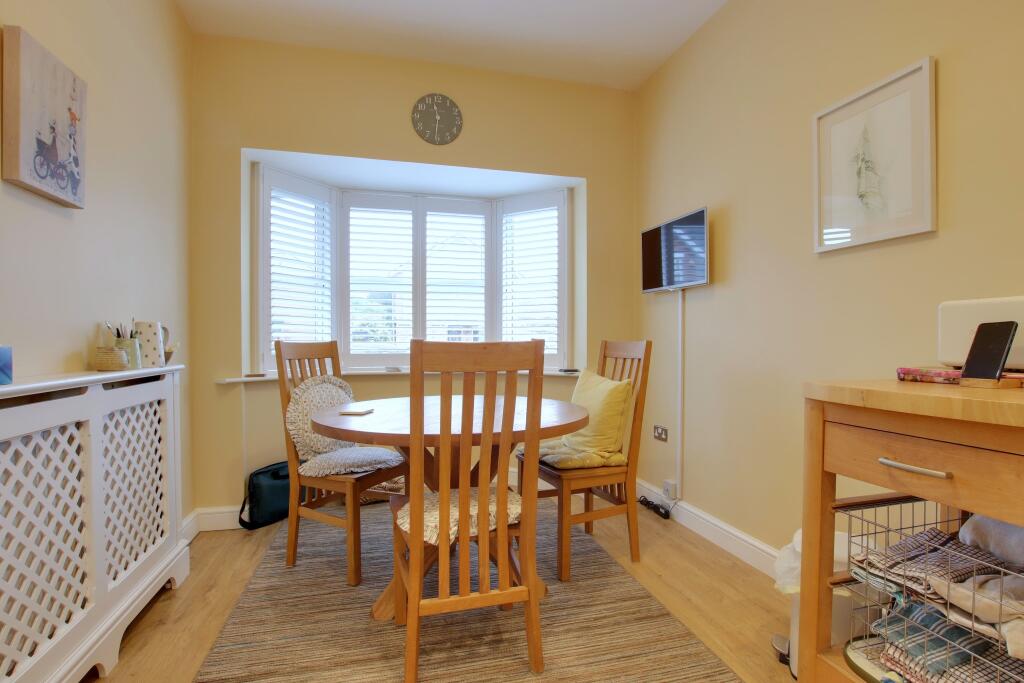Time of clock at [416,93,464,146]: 11:30
